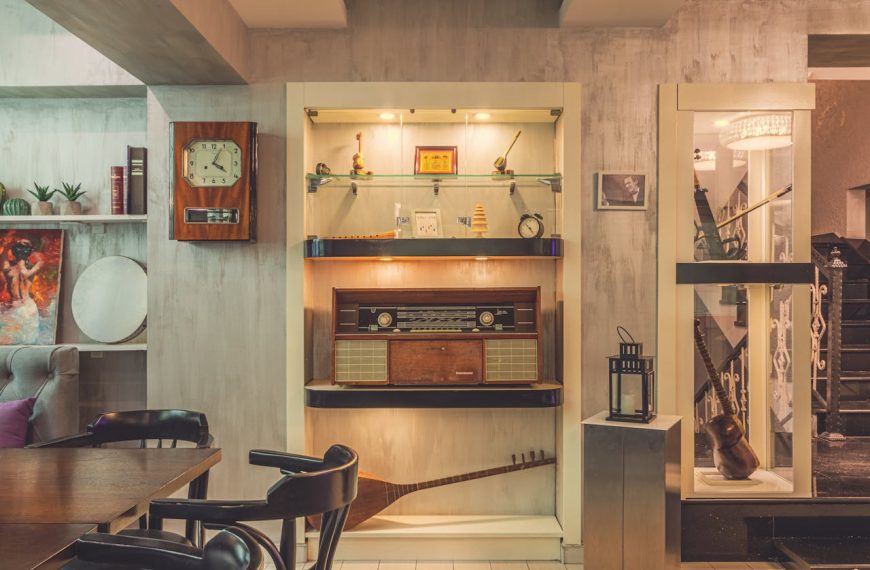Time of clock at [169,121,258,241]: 4:04
